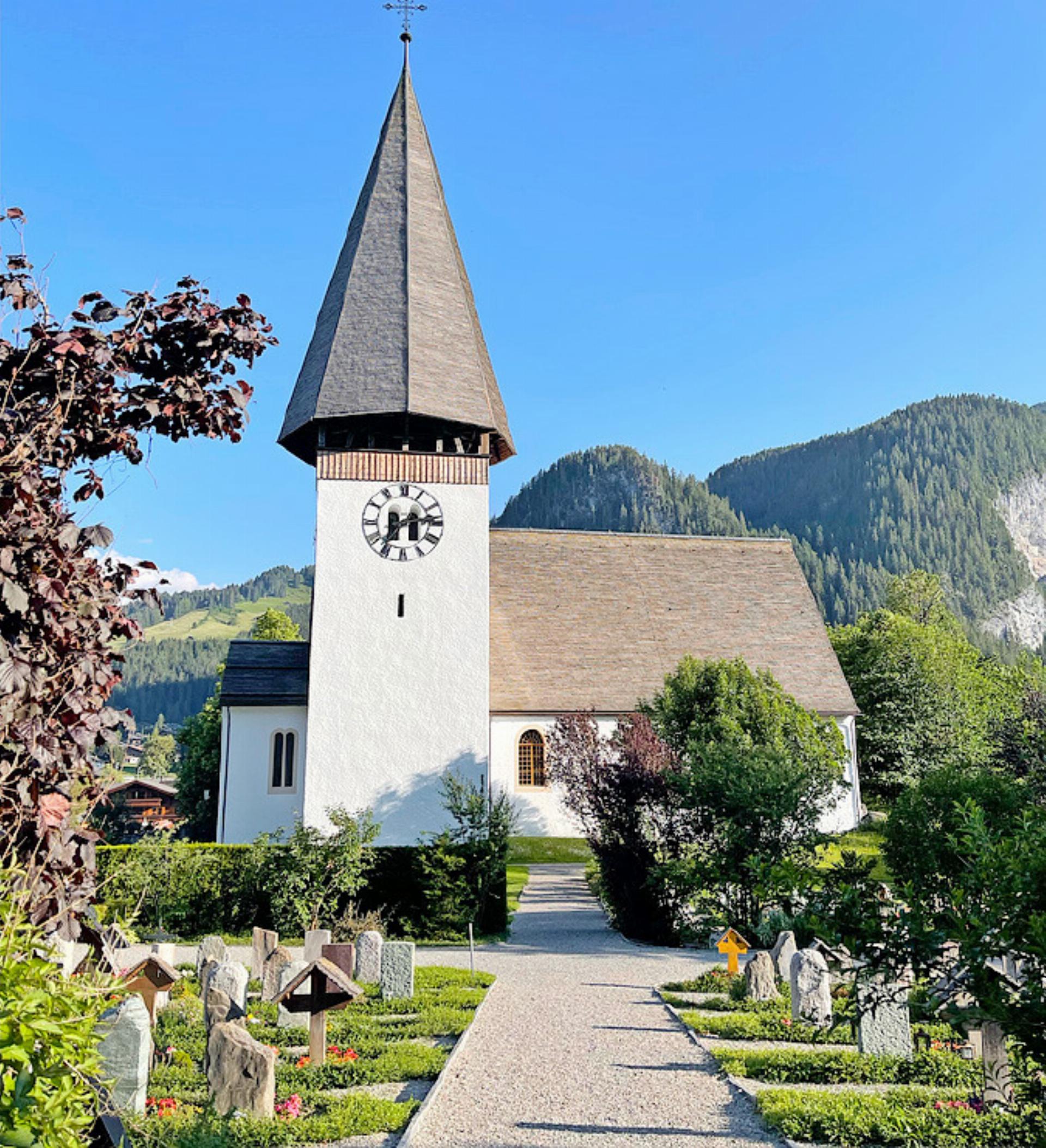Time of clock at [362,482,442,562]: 7:13
